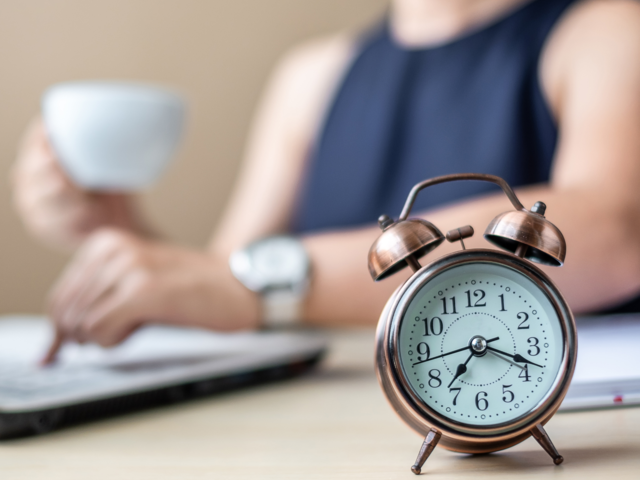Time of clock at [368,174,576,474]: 7:18
